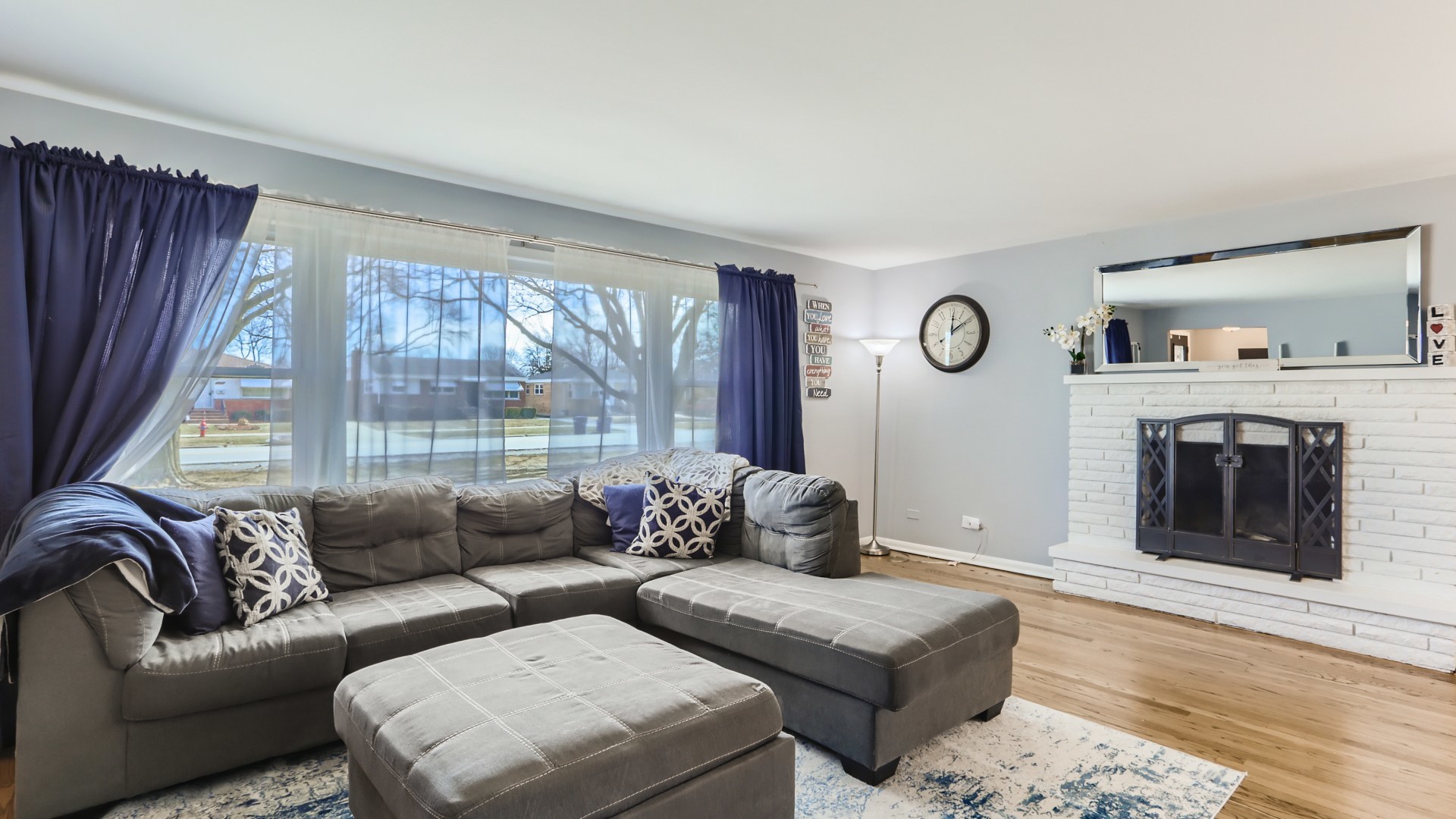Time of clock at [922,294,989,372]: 12:09
